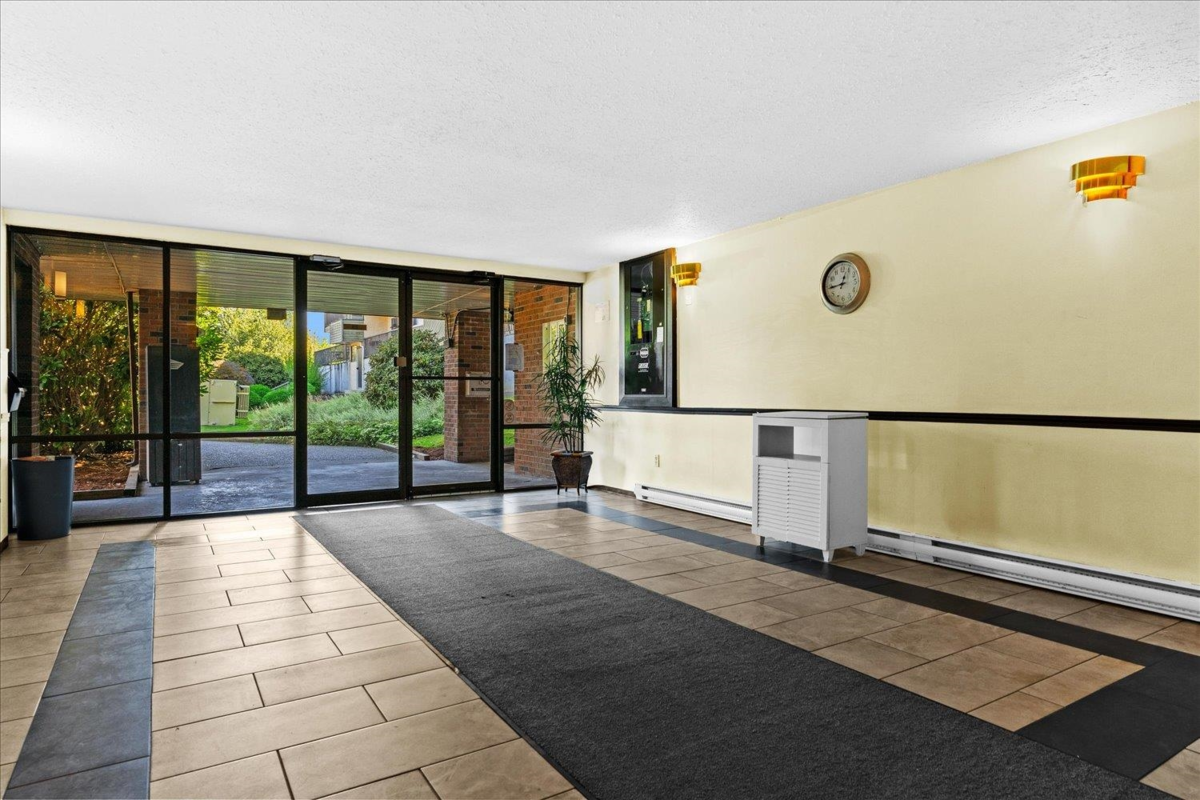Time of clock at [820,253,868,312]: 12:44
